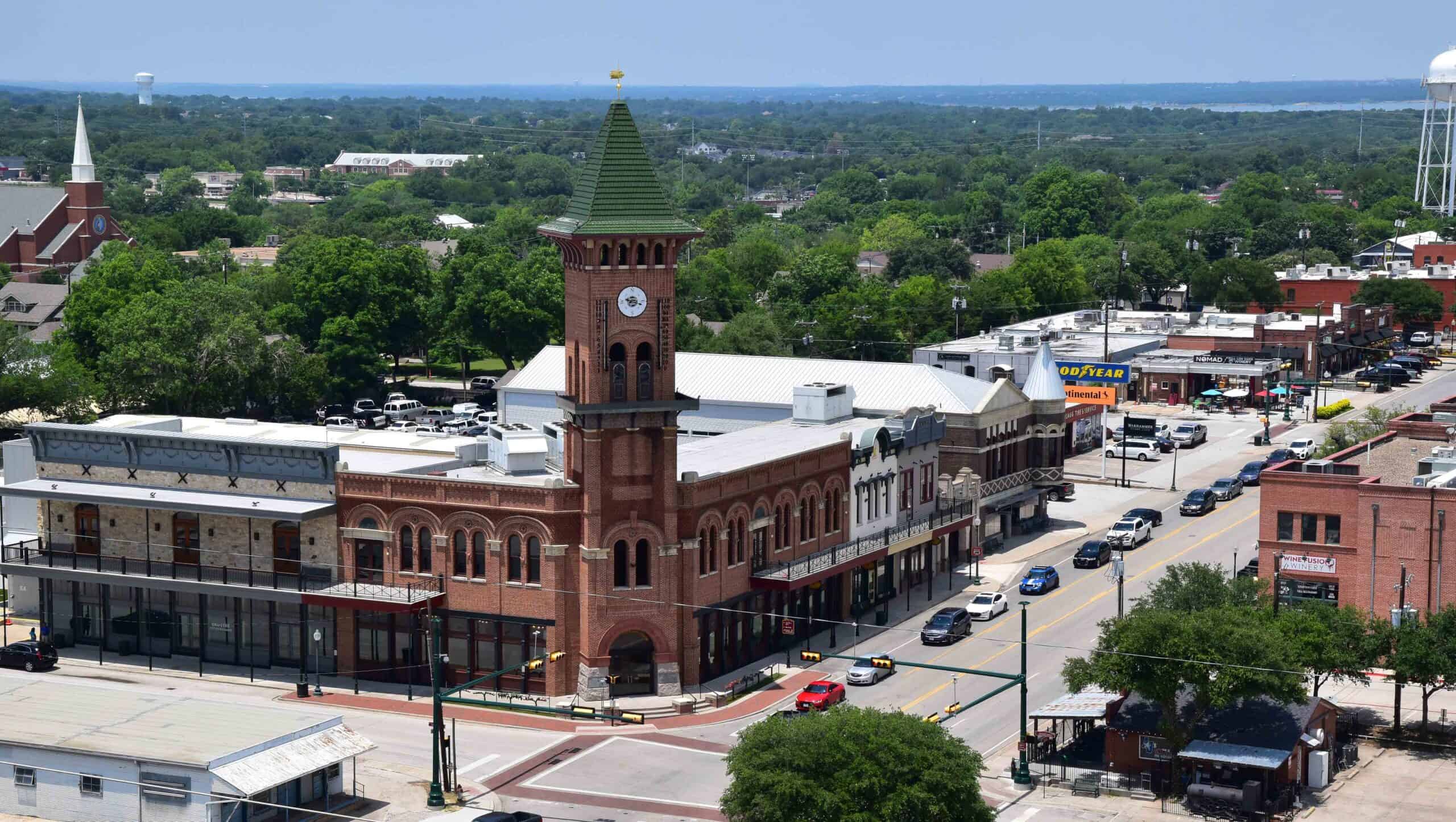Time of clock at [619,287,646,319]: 9:18
